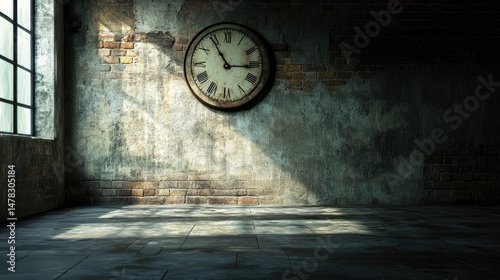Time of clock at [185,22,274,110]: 2:54
